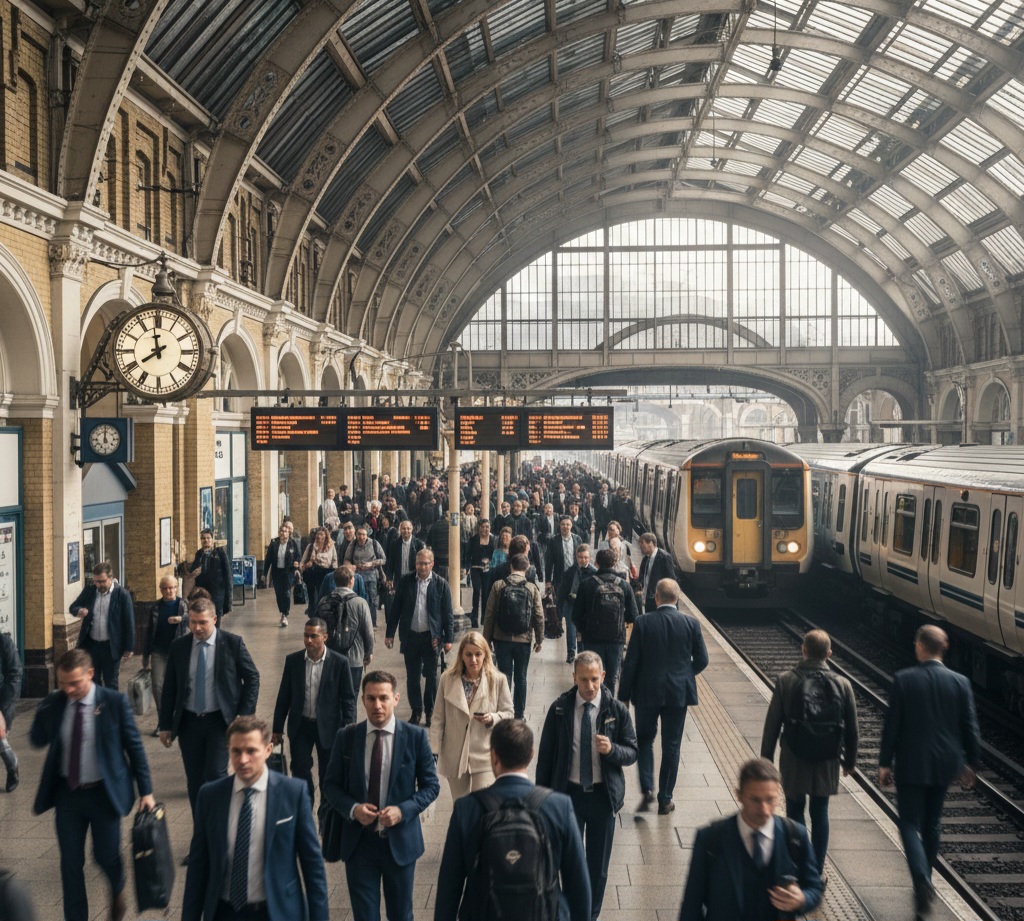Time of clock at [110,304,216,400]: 7:58
